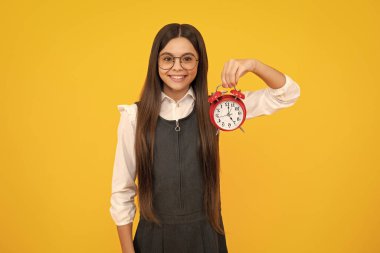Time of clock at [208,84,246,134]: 5:01
